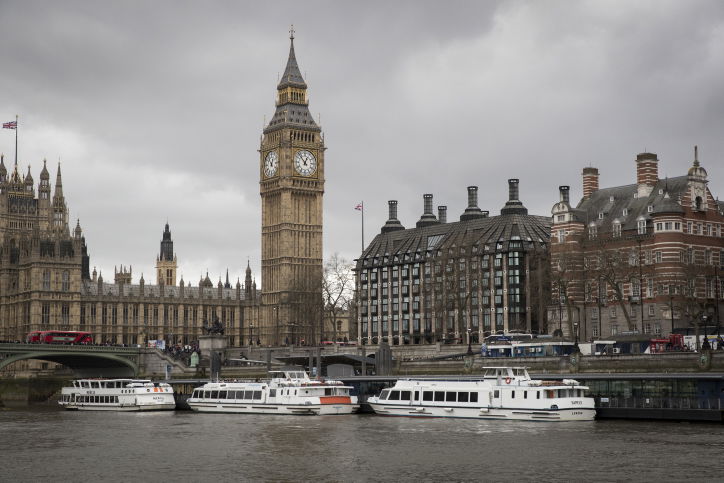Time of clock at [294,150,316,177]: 12:53
